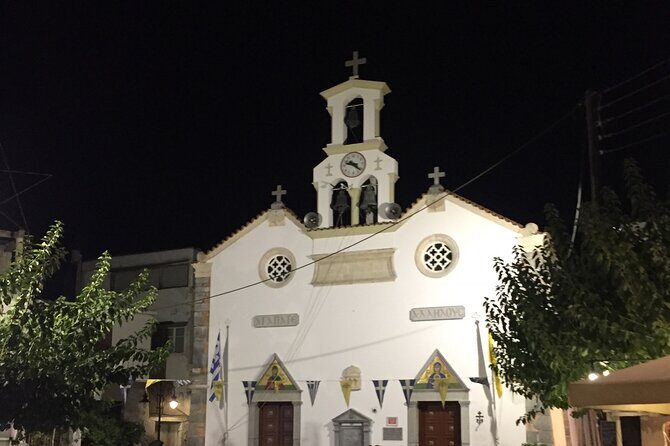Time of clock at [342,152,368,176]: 9:22
